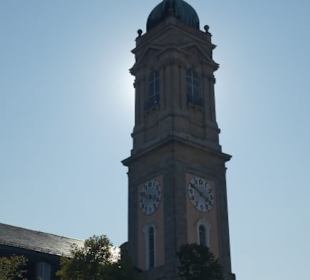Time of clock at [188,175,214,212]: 3:50
